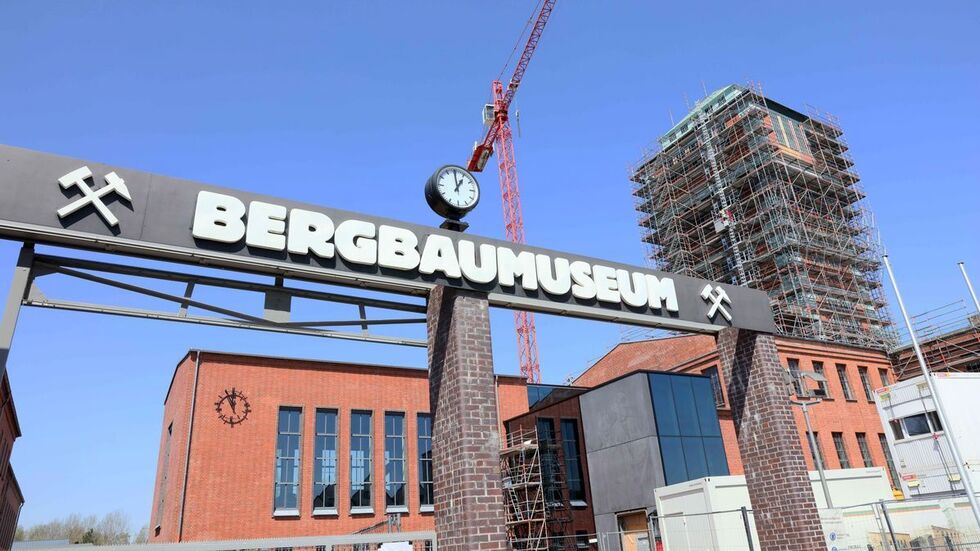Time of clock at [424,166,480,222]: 12:59
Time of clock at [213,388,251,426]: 11:55
